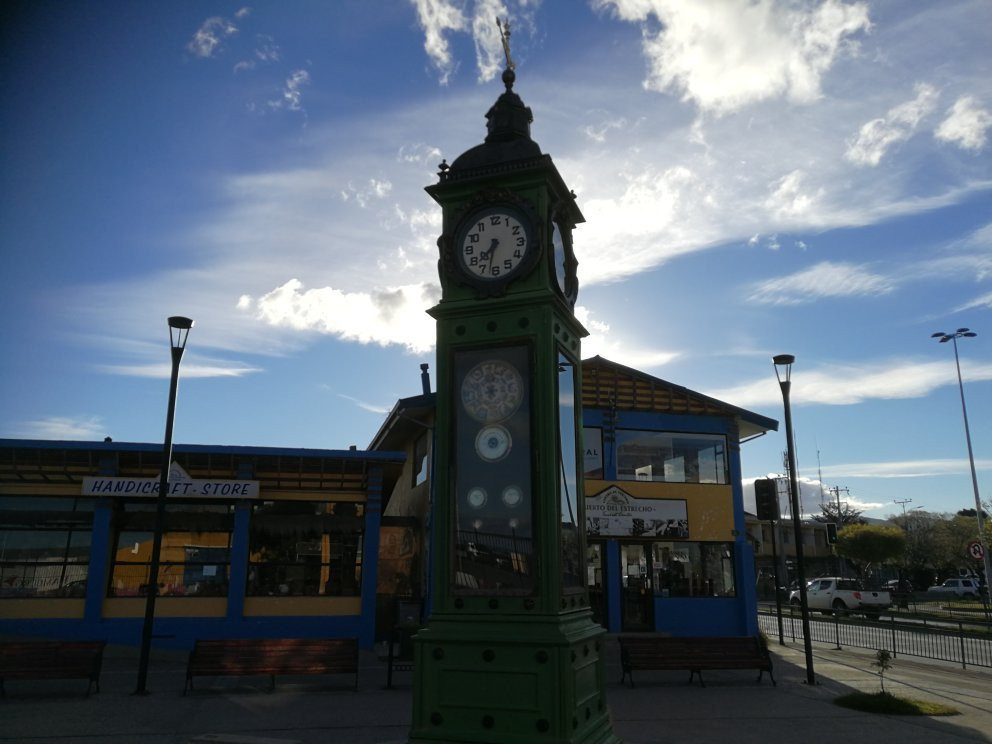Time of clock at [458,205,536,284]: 7:32
